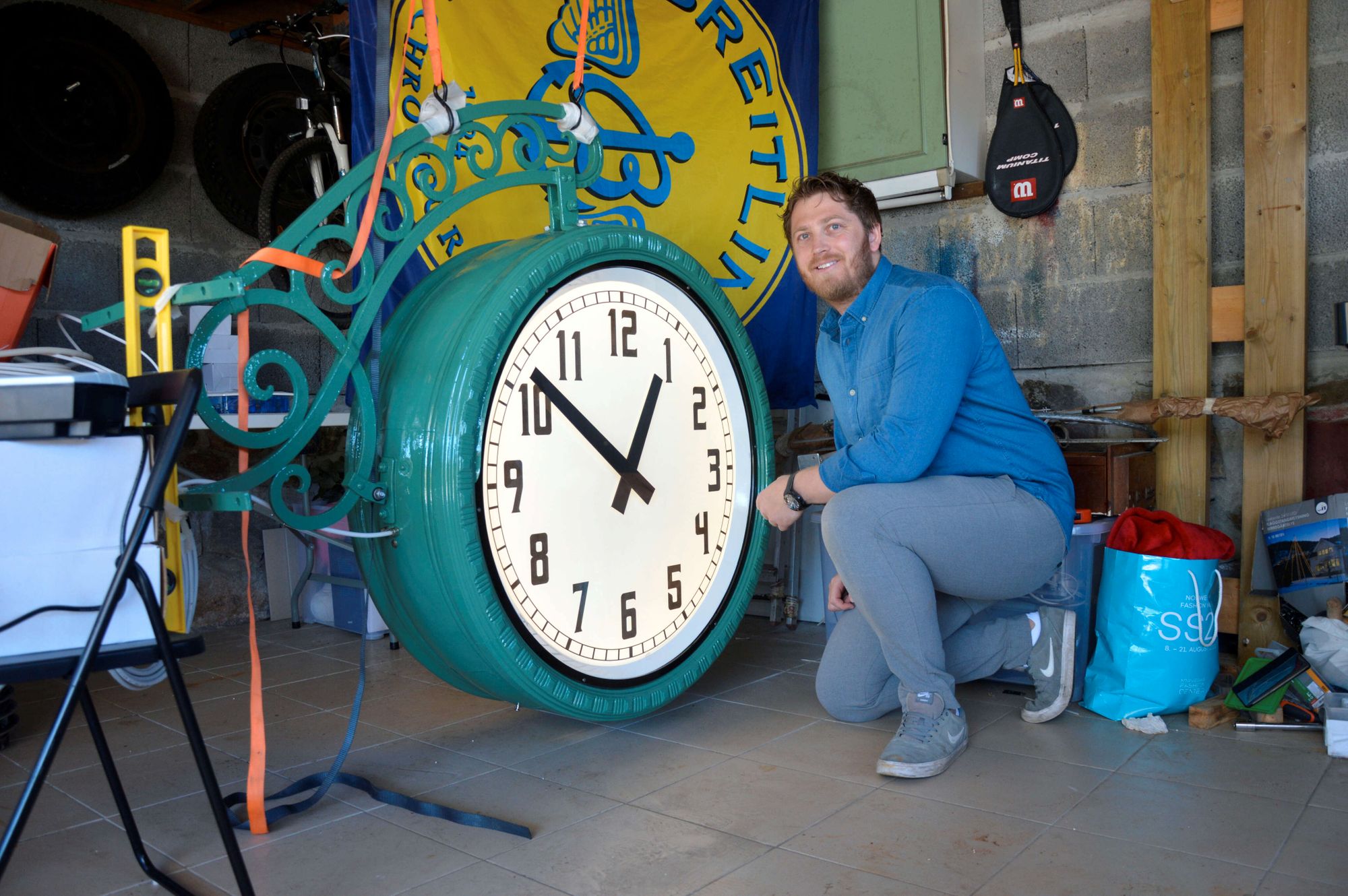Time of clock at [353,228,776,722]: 12:51
